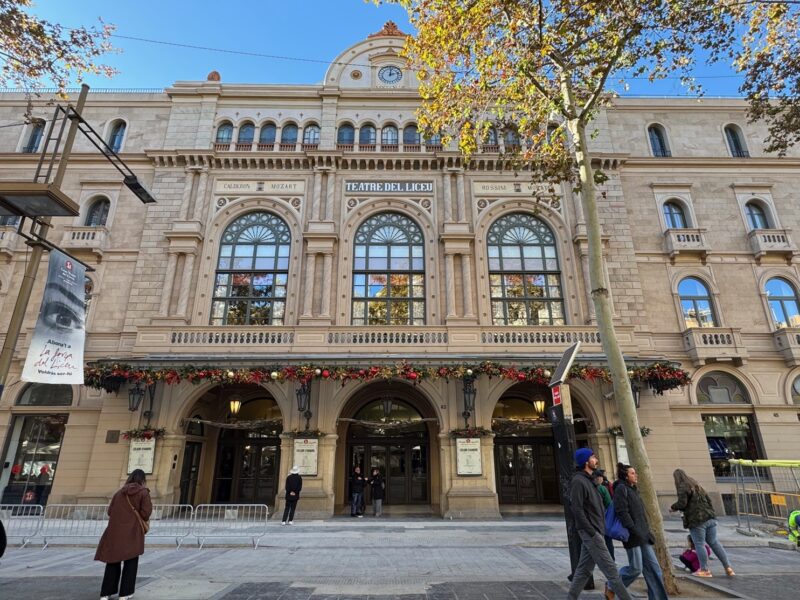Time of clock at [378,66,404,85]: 12:12
